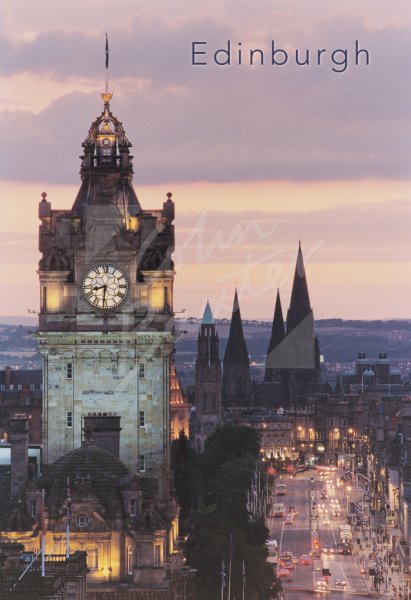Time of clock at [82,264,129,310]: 8:31
